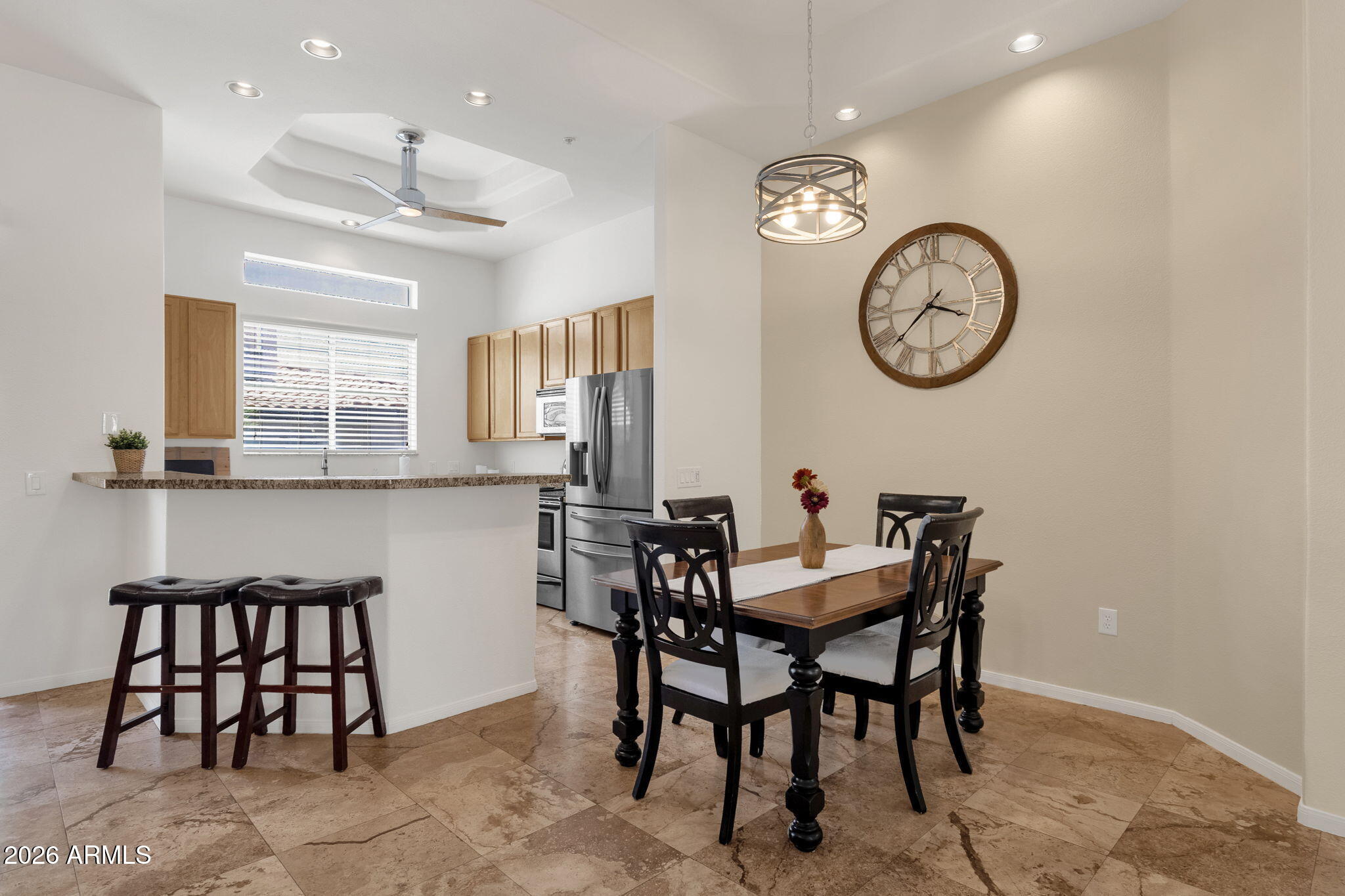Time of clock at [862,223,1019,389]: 3:37
